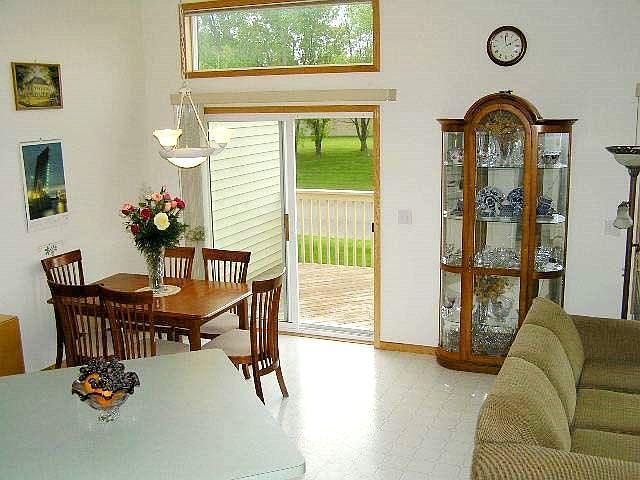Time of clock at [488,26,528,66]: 1:59
